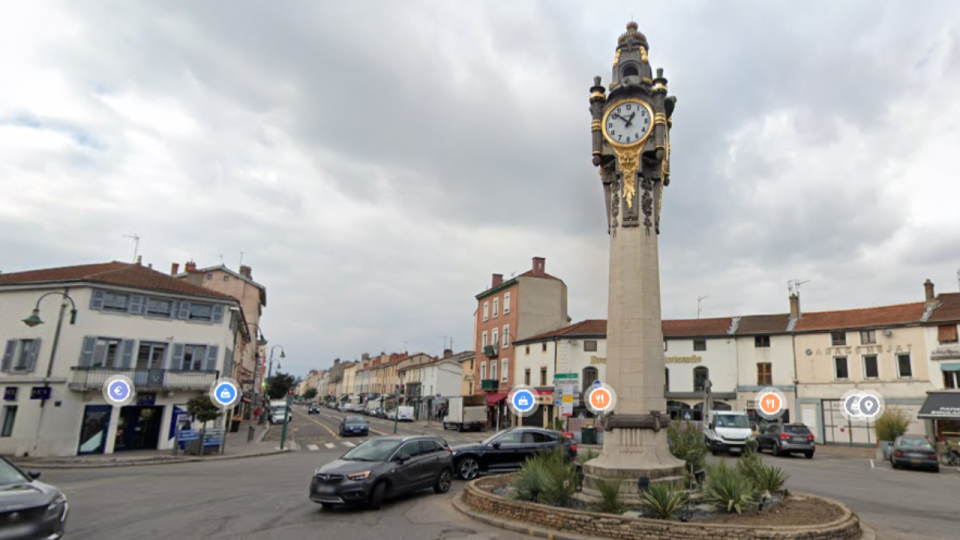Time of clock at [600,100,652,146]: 12:52
